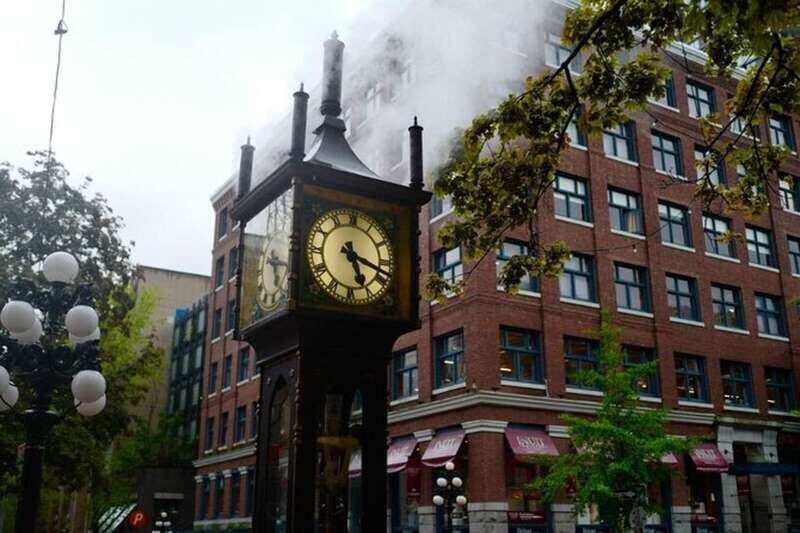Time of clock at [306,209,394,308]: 5:18
